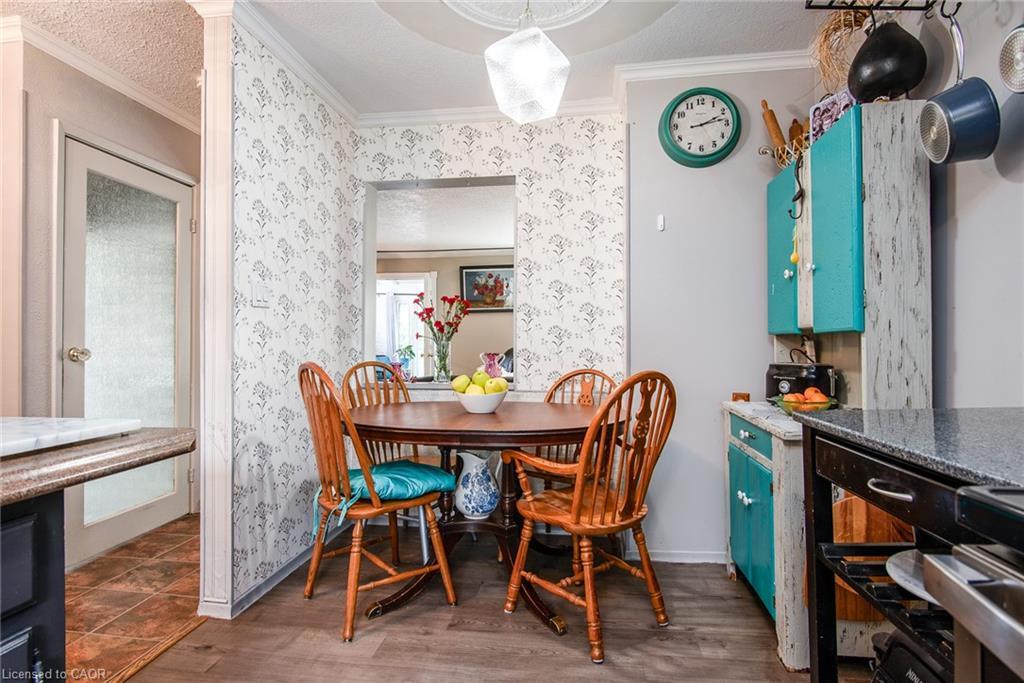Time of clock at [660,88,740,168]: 2:13
